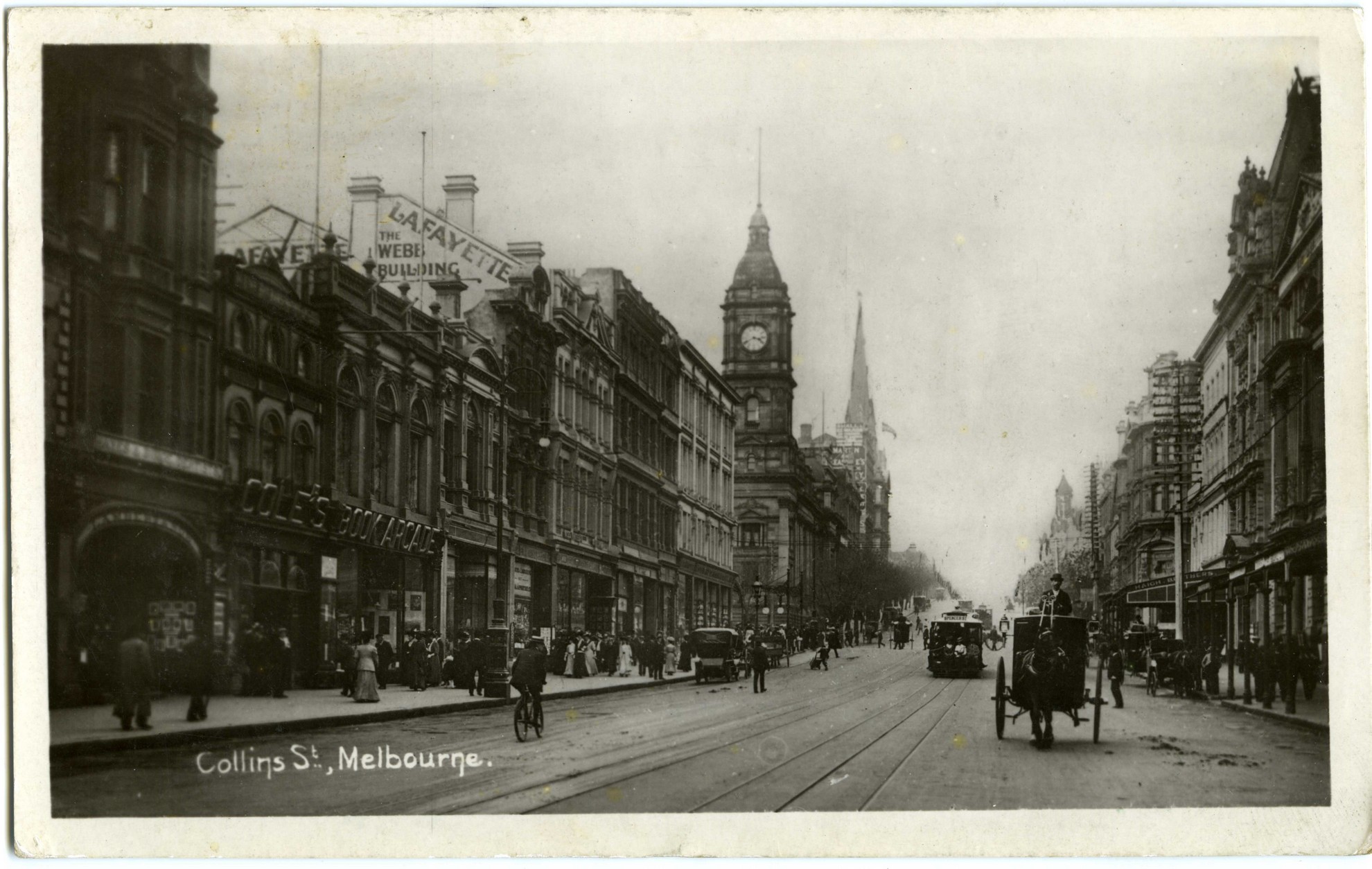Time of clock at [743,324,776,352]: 3:40
